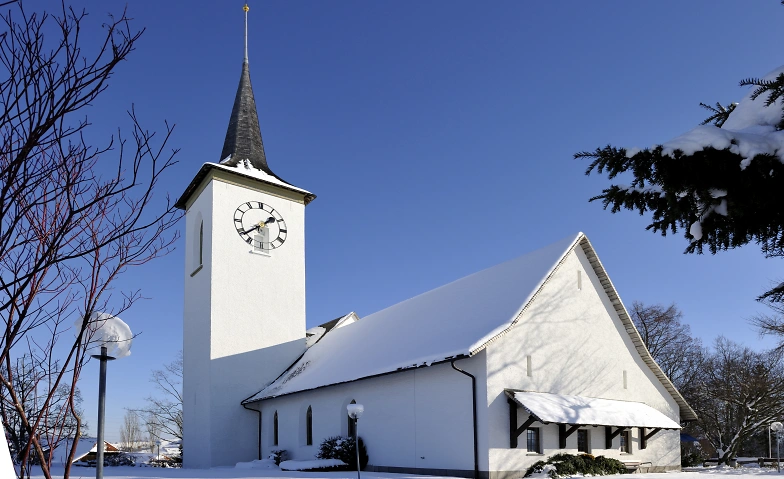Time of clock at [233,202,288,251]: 1:38
